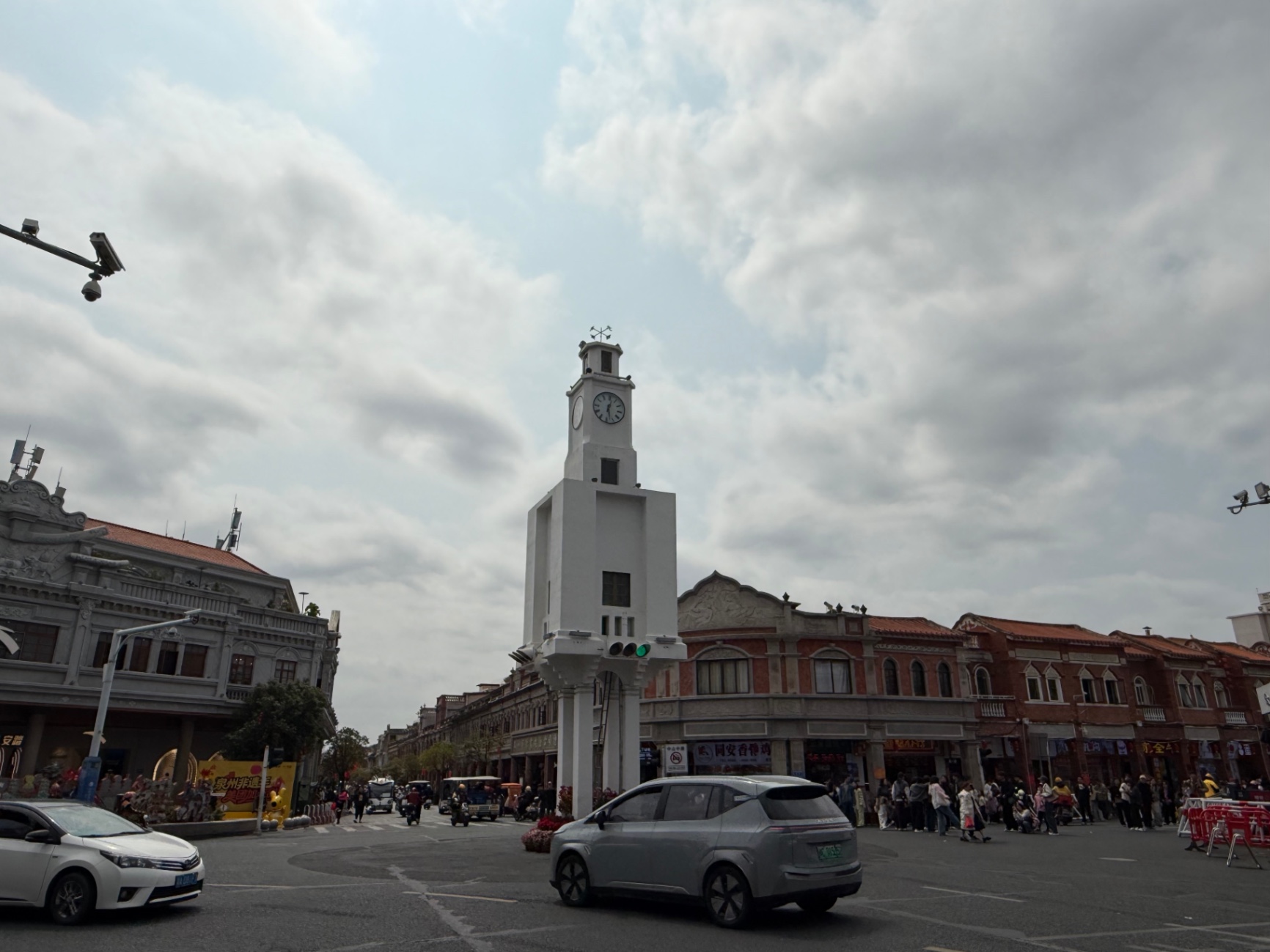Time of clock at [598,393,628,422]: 12:27
